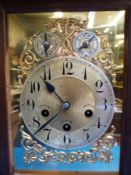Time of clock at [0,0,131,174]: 10:38
